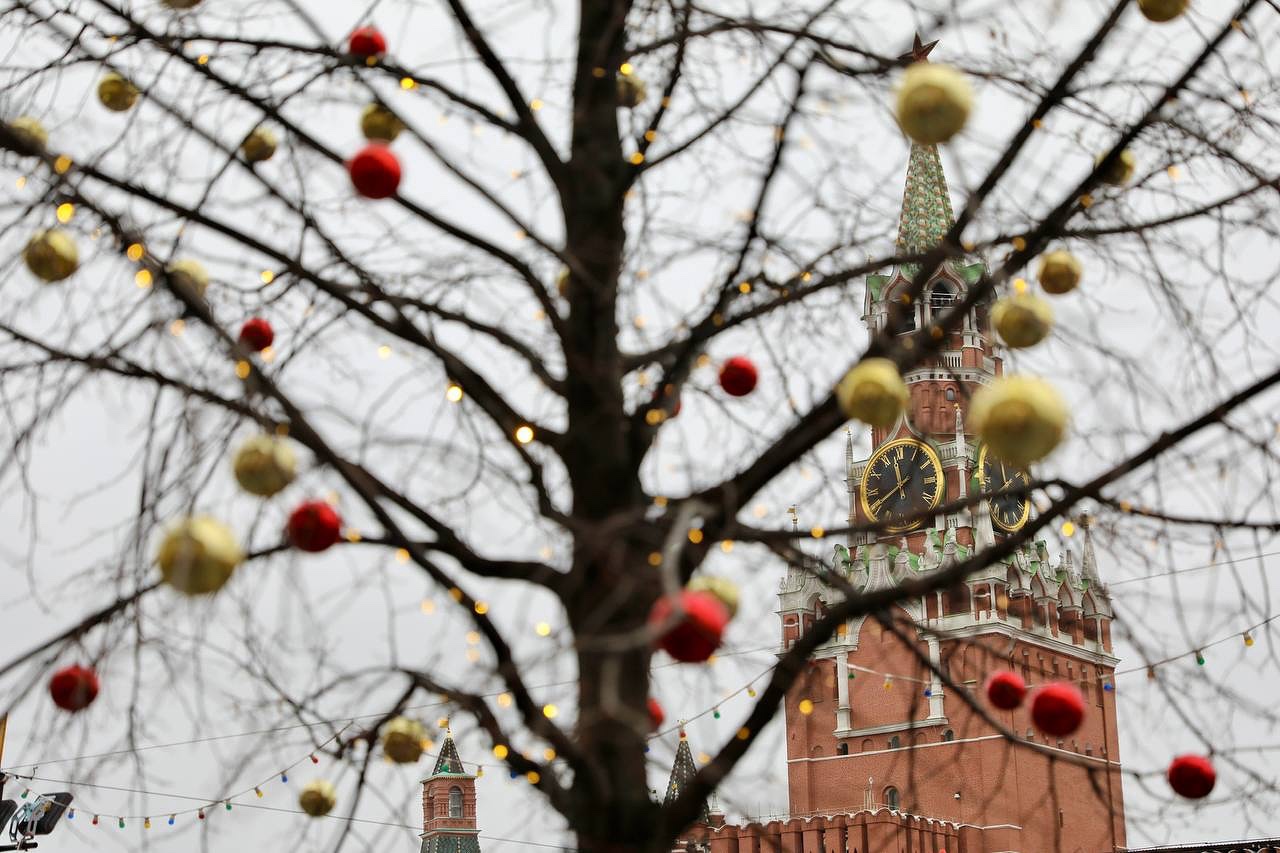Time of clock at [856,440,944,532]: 11:40
